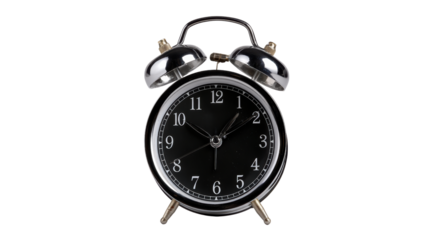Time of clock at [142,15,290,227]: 1:09
